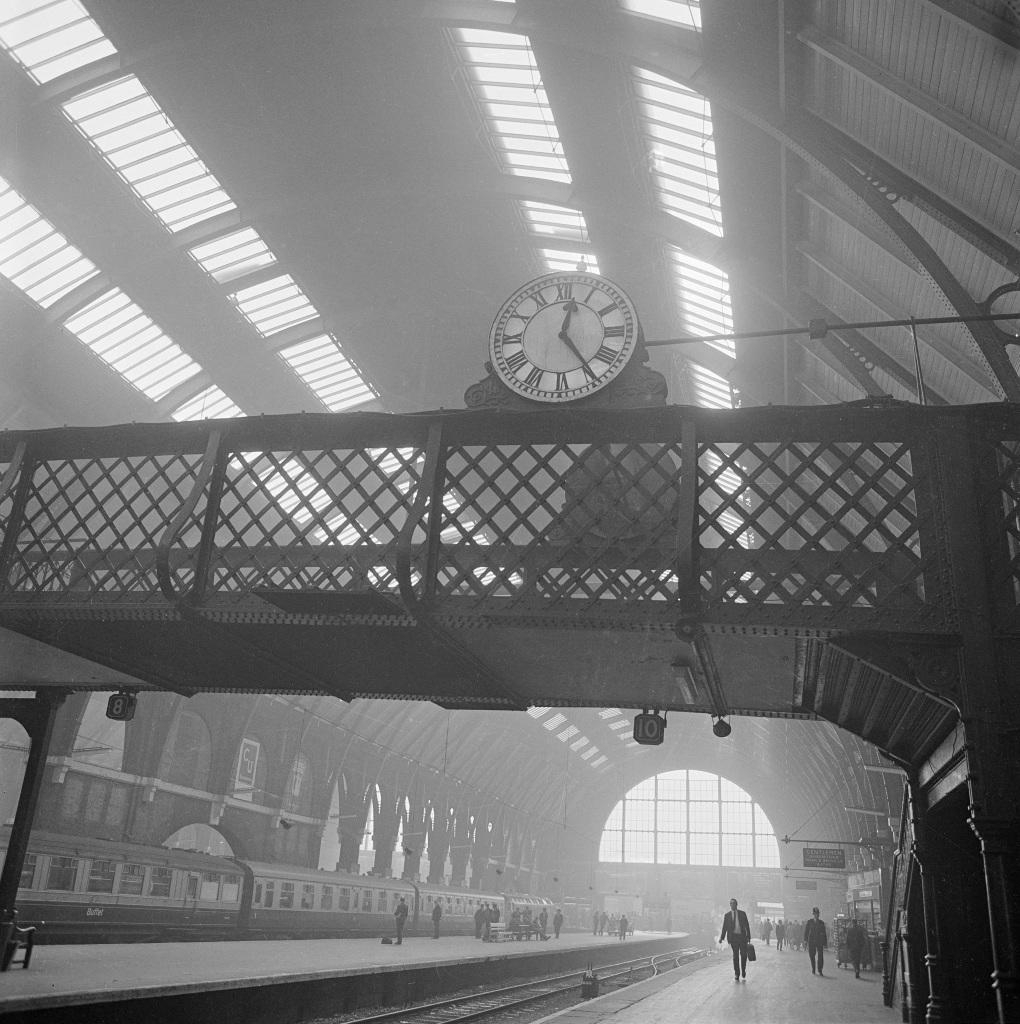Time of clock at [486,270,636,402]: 12:24
